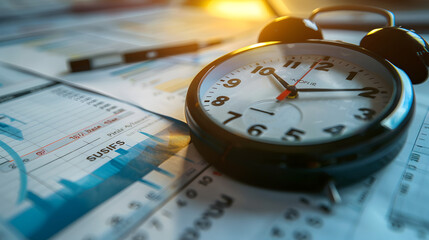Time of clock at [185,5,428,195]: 11:14
